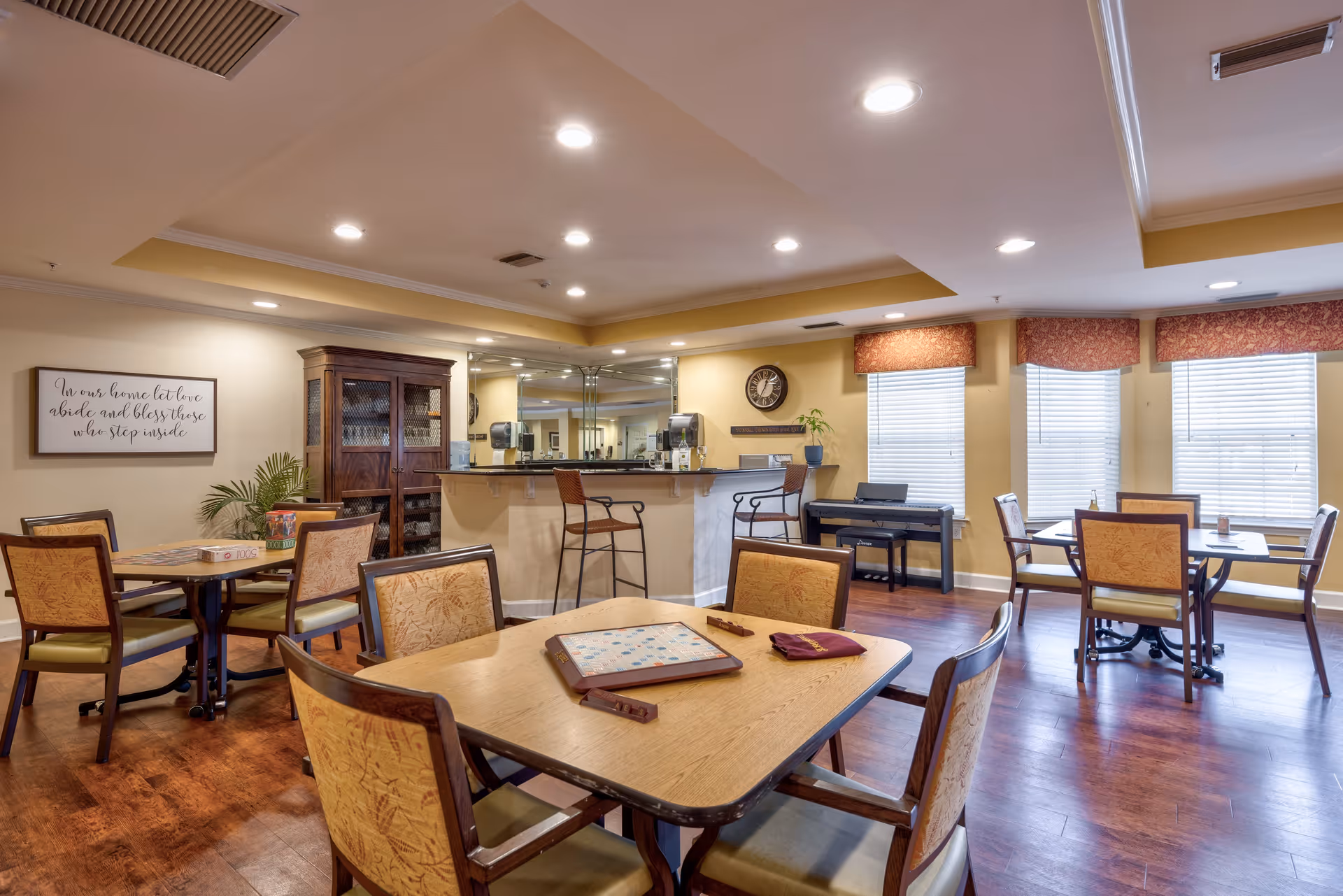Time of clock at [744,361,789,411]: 12:34
